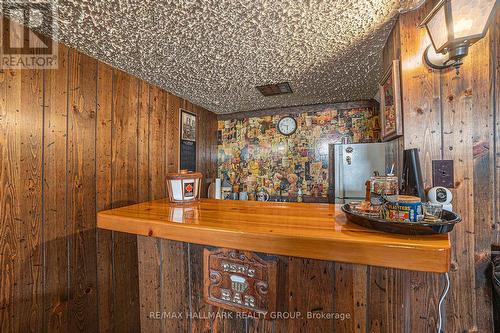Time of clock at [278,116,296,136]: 5:47
